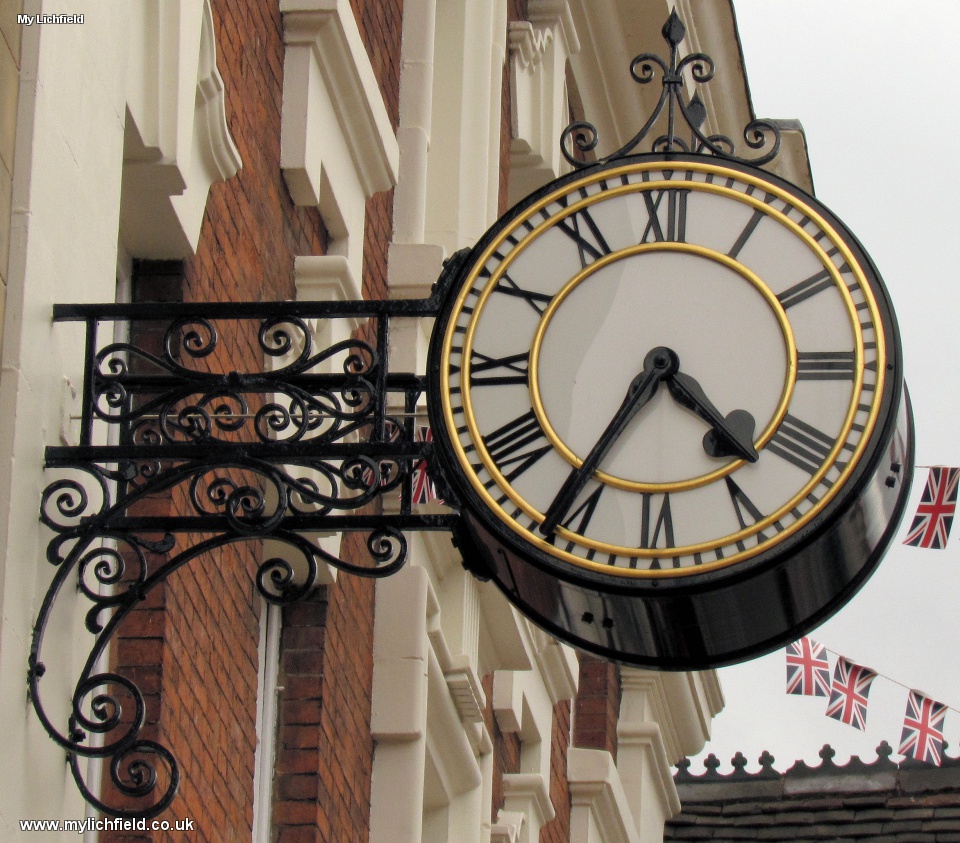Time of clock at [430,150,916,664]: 4:35
